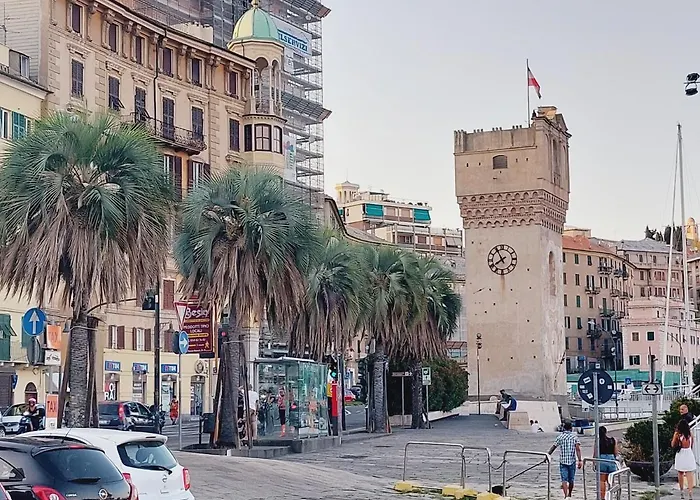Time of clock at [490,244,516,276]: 7:54
